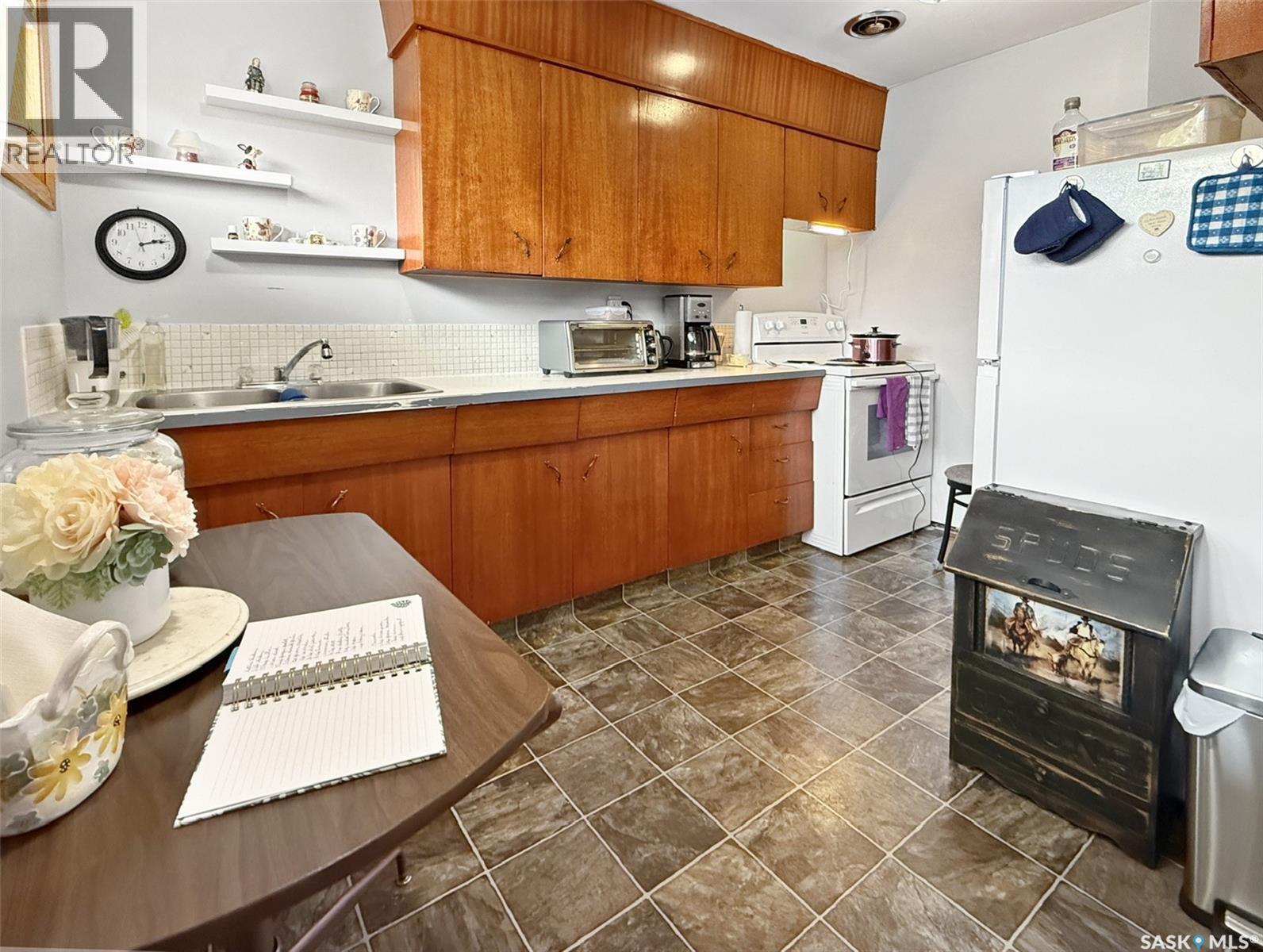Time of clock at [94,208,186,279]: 2:12
